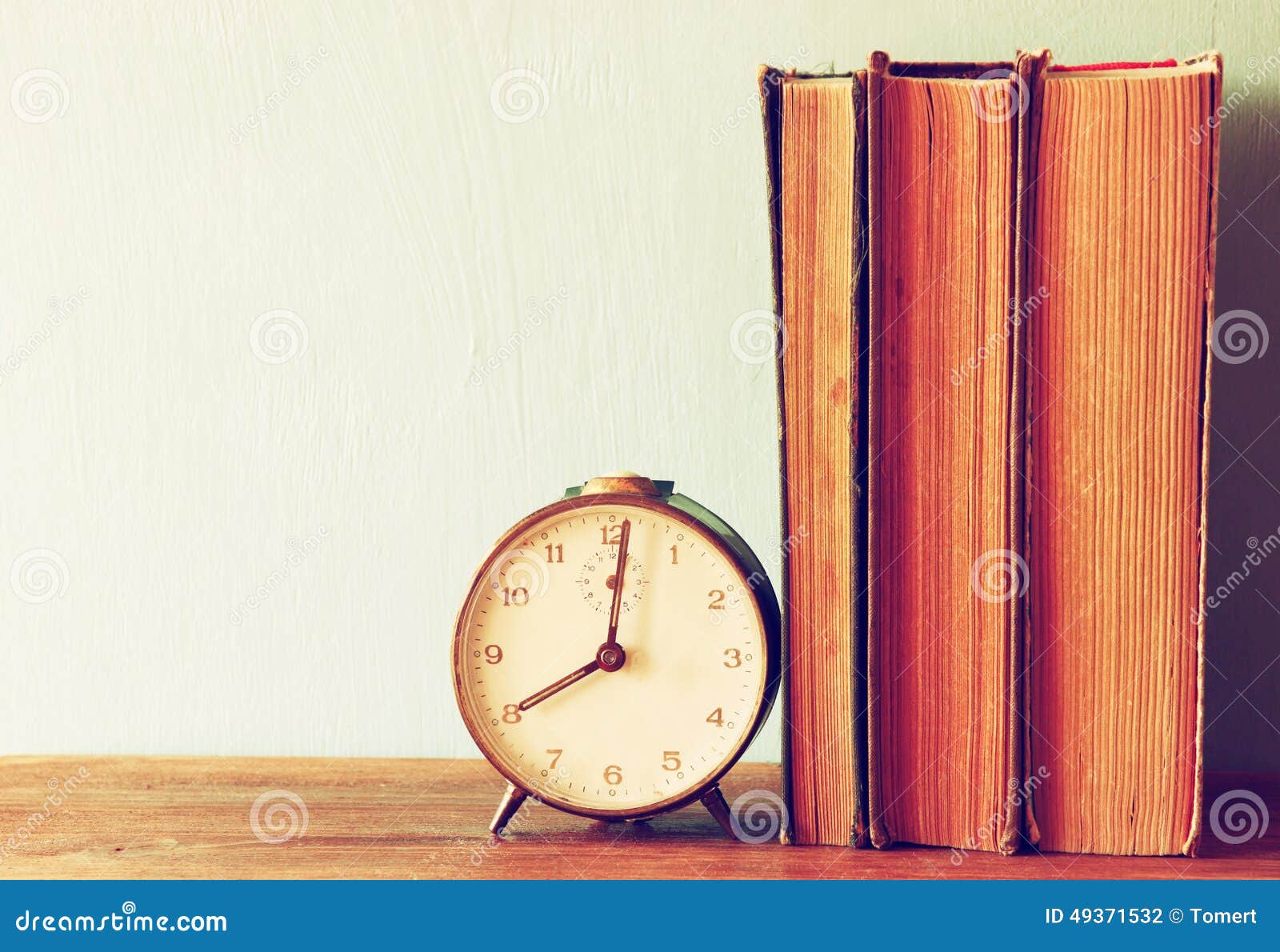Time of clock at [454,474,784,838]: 8:01
